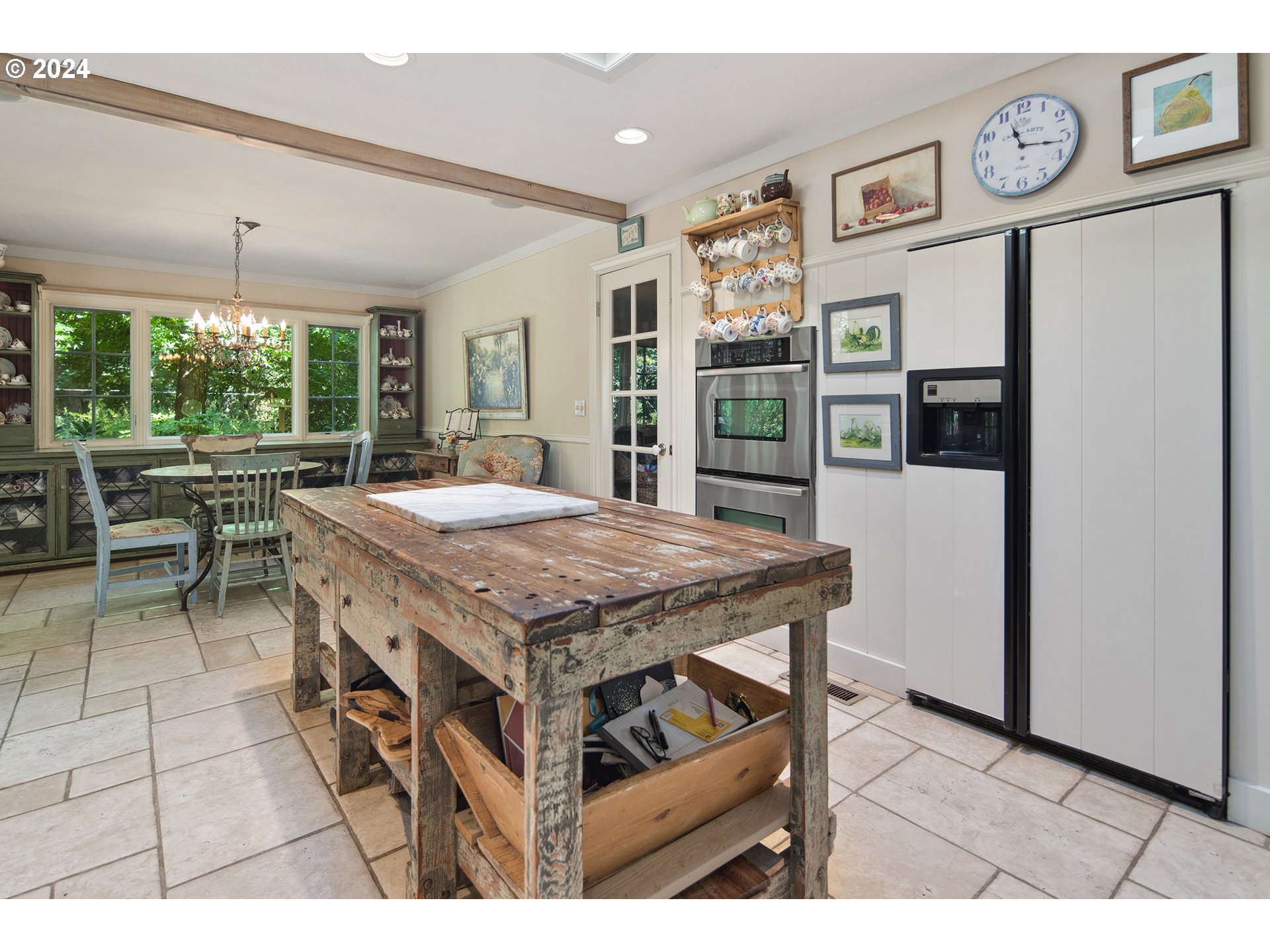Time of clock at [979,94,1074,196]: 11:16
